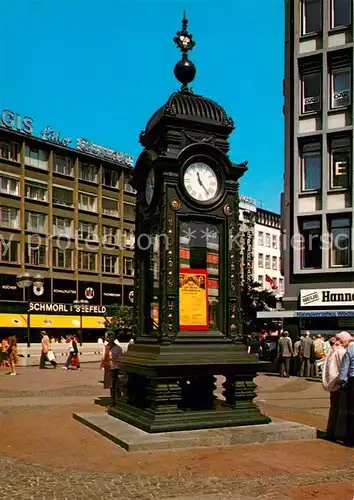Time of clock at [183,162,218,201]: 11:23
